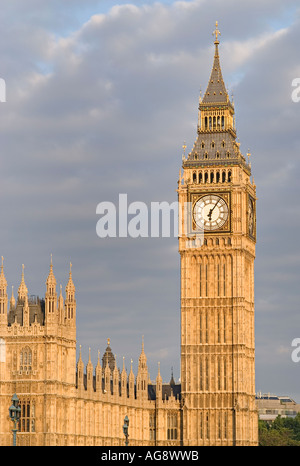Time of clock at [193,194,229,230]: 6:06
